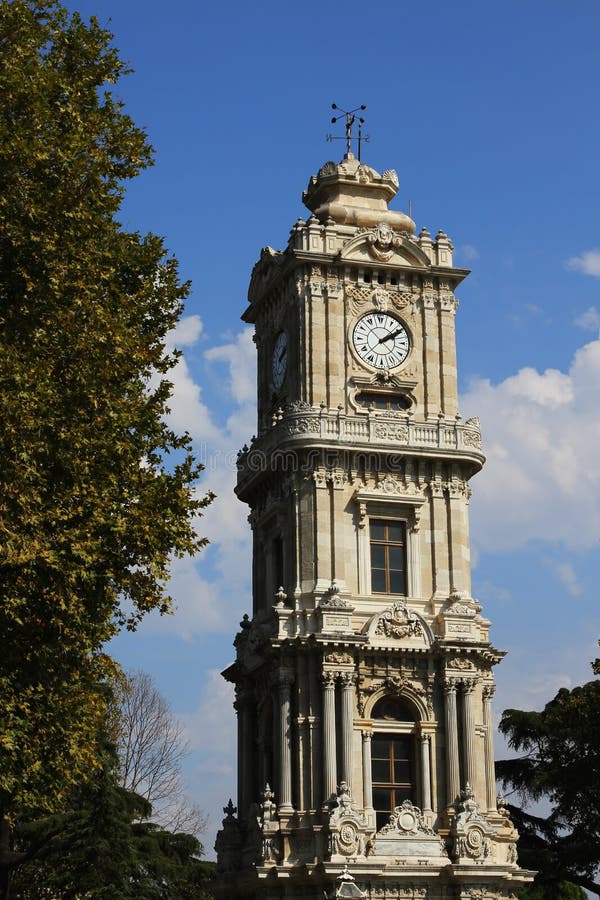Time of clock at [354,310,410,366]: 2:09
